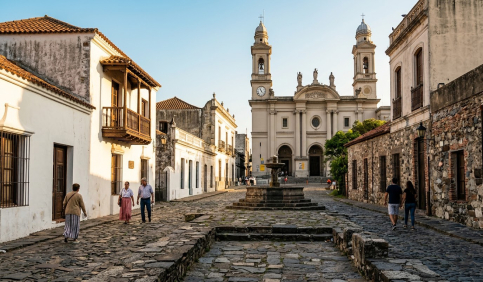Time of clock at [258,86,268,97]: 11:22
